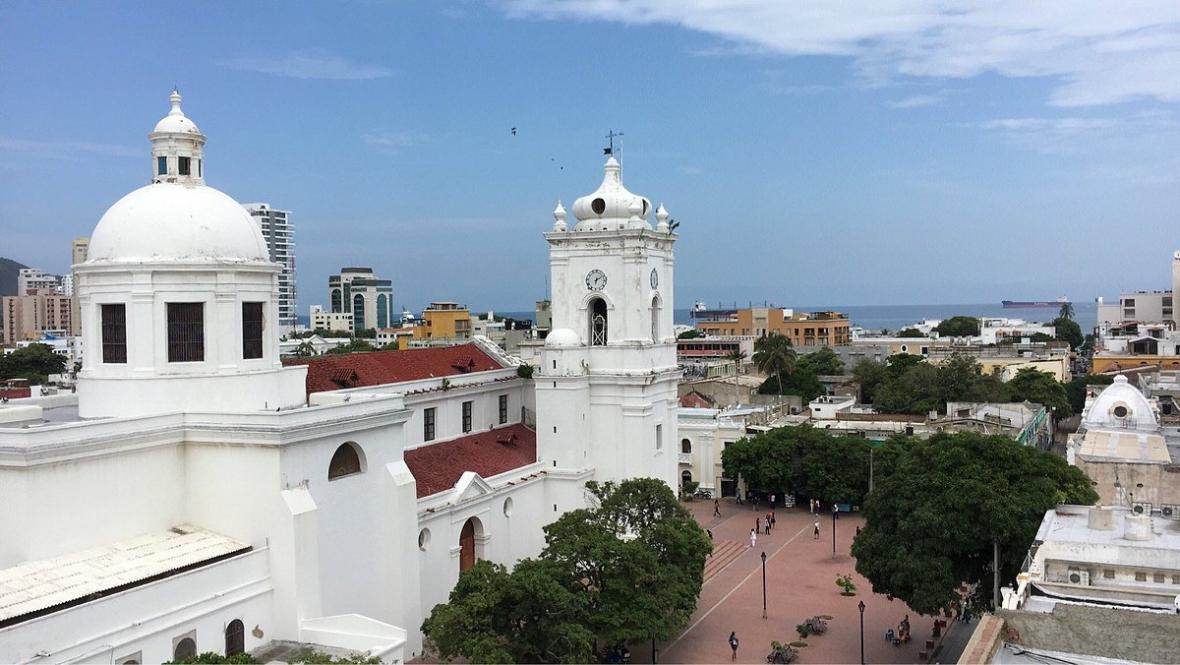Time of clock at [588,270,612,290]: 6:10
